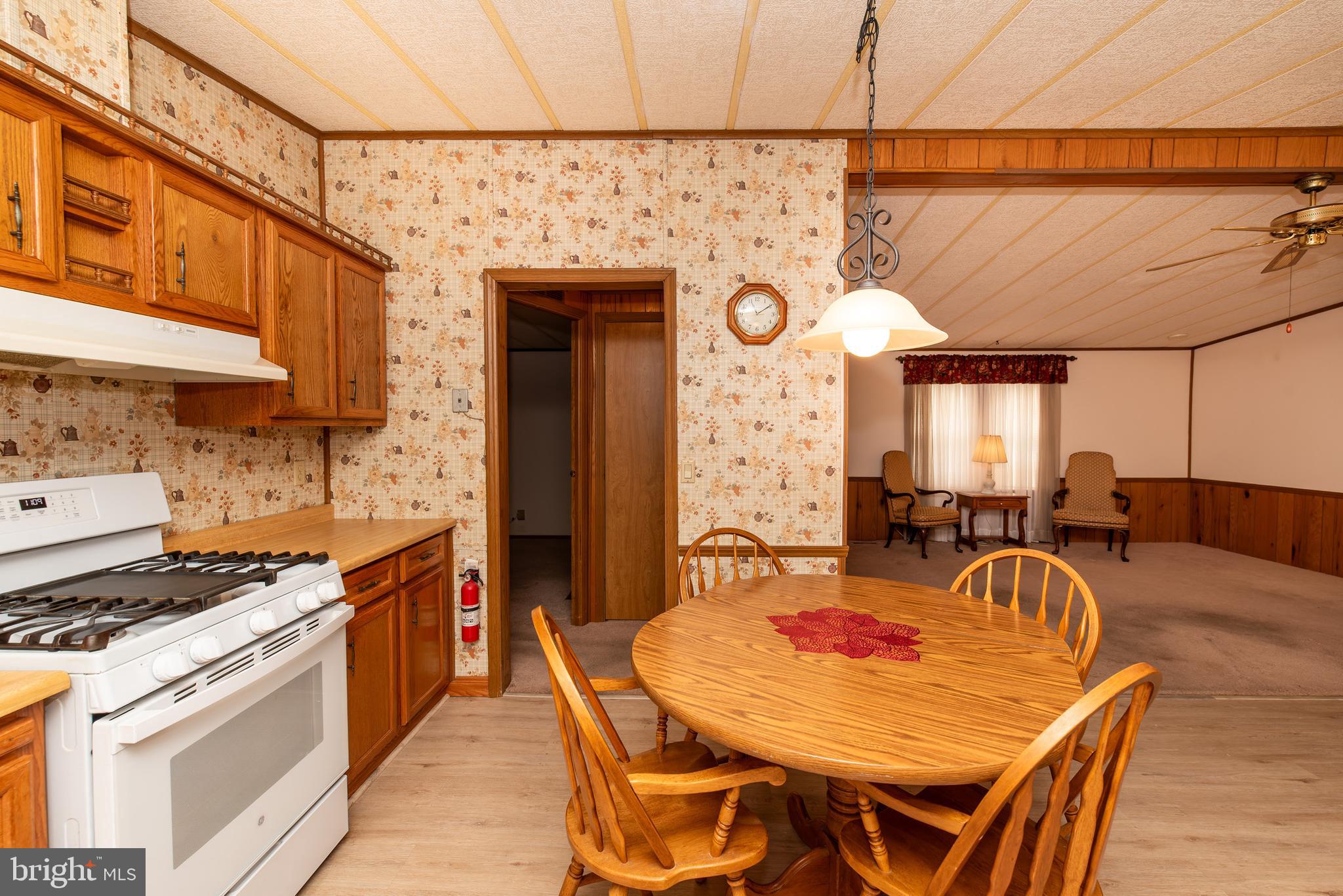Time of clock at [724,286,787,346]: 11:09
